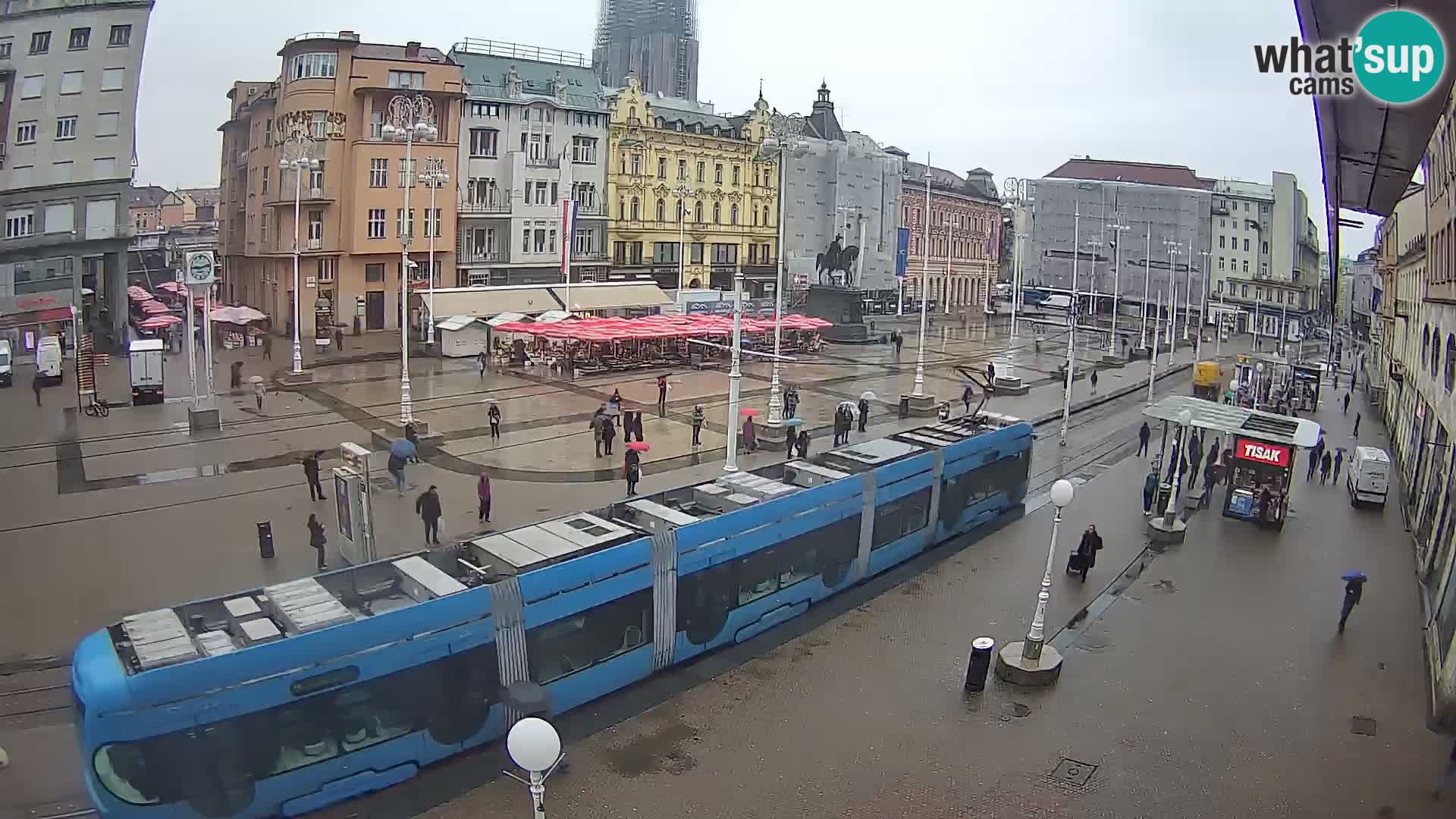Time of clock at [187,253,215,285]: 9:12
